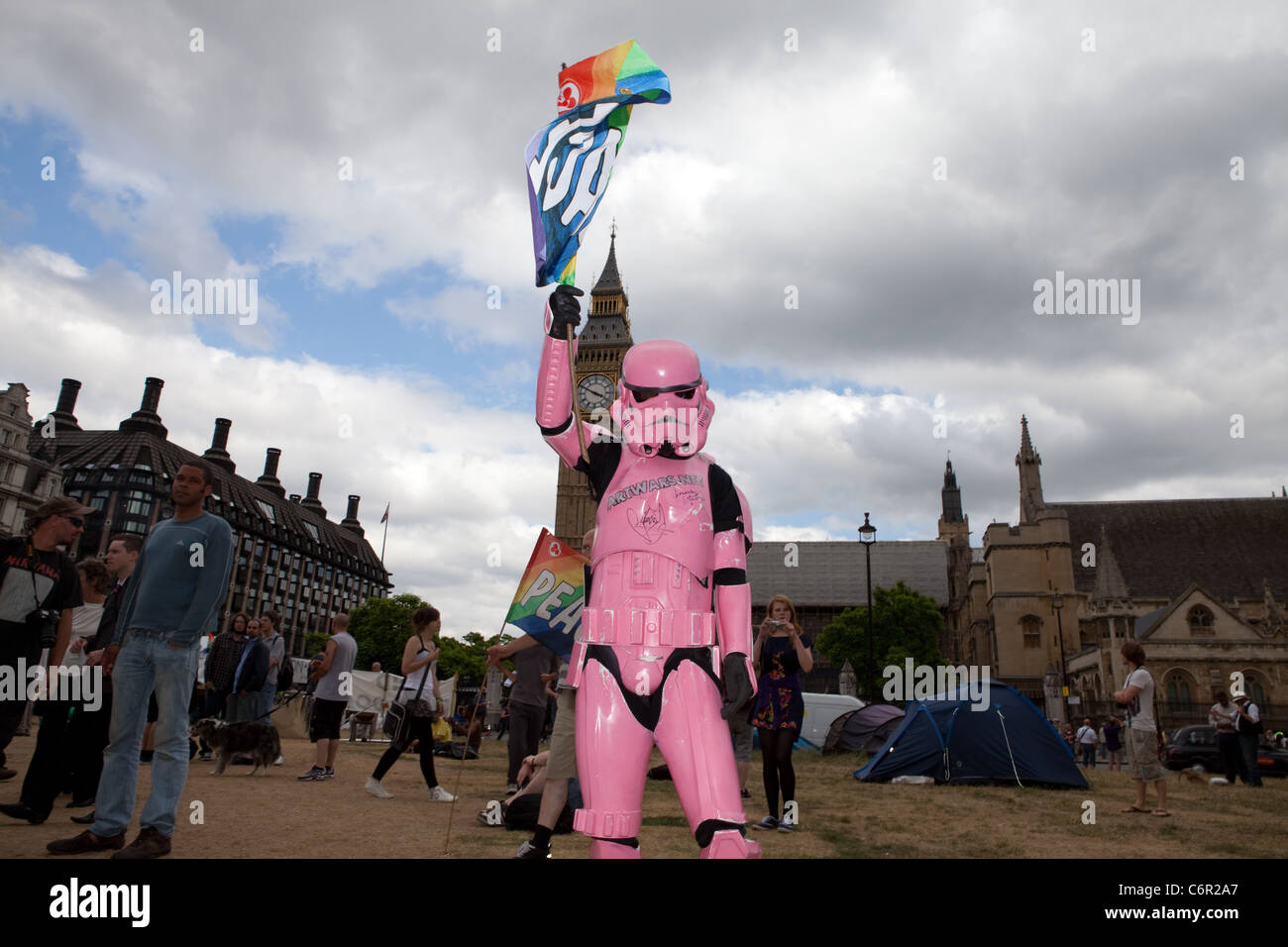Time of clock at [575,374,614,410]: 3:49
